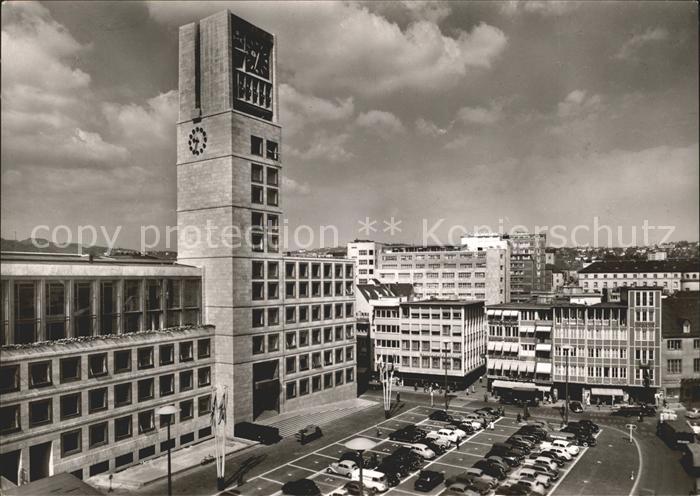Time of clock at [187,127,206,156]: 9:33
